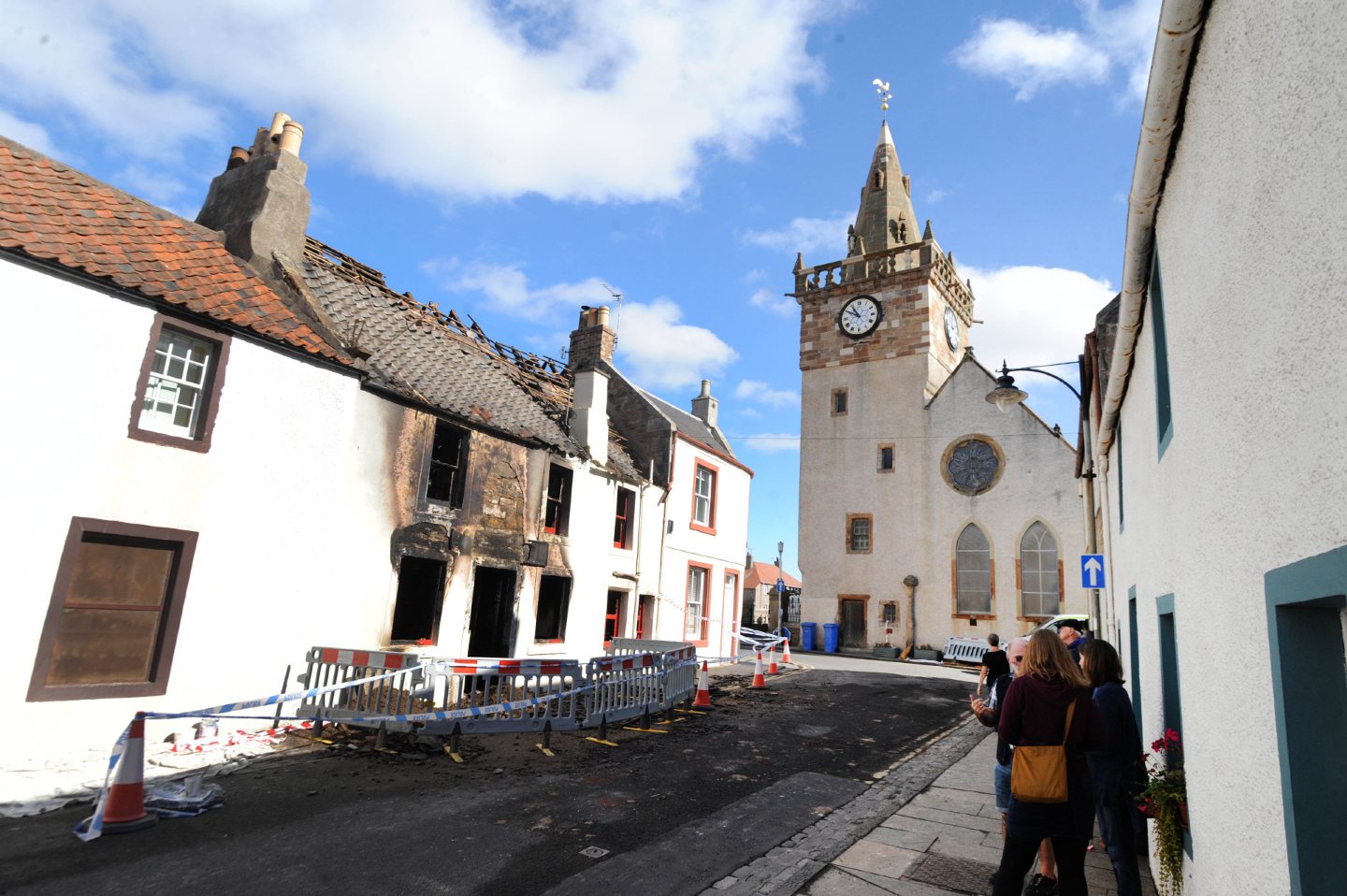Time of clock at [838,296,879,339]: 10:50
